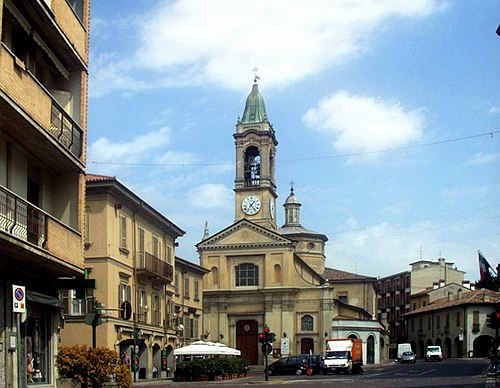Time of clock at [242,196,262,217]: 1:23
